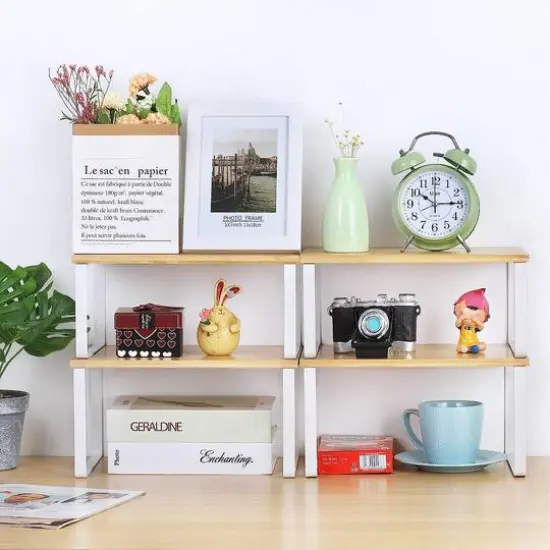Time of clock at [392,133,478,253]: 10:14
